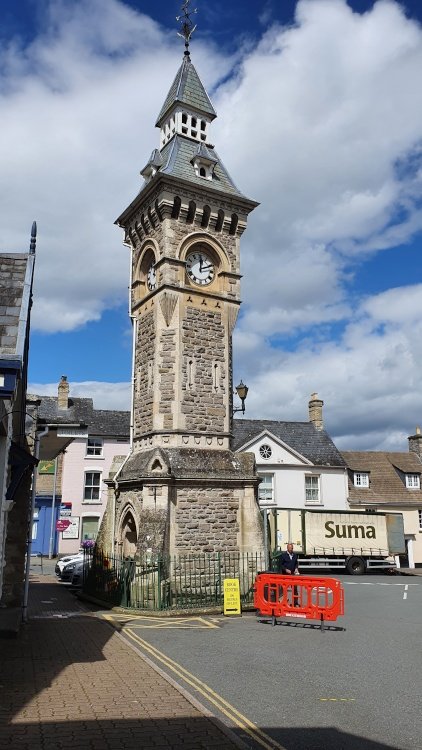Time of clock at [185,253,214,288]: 12:11
